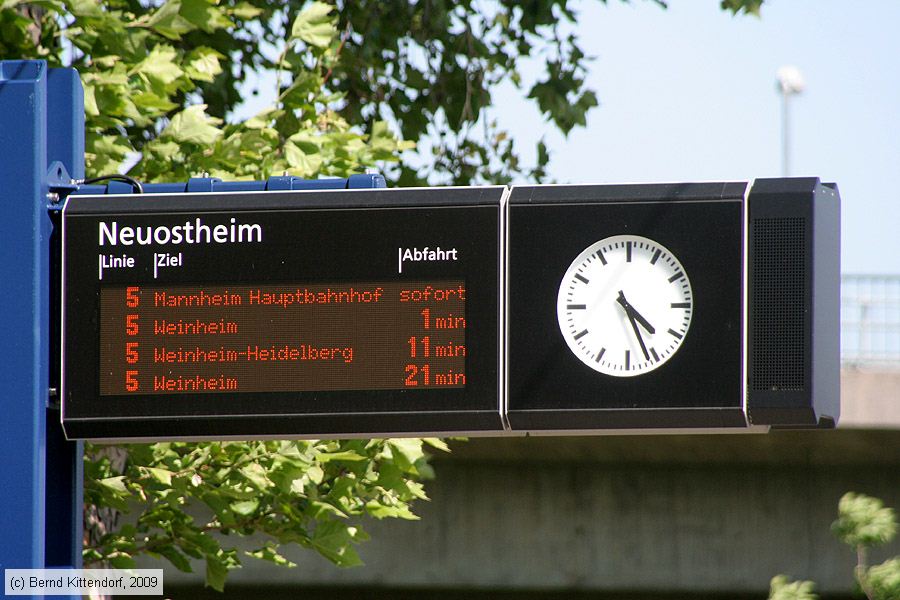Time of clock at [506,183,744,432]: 4:26
